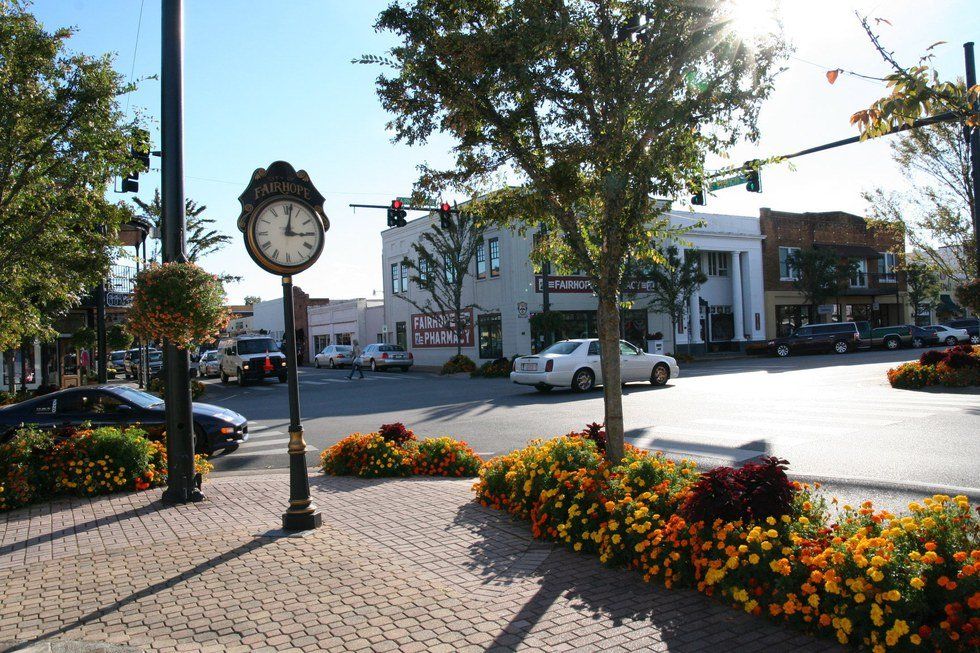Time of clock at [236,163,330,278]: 3:01
